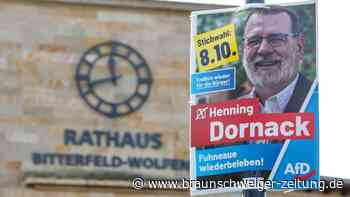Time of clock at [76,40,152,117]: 11:42
